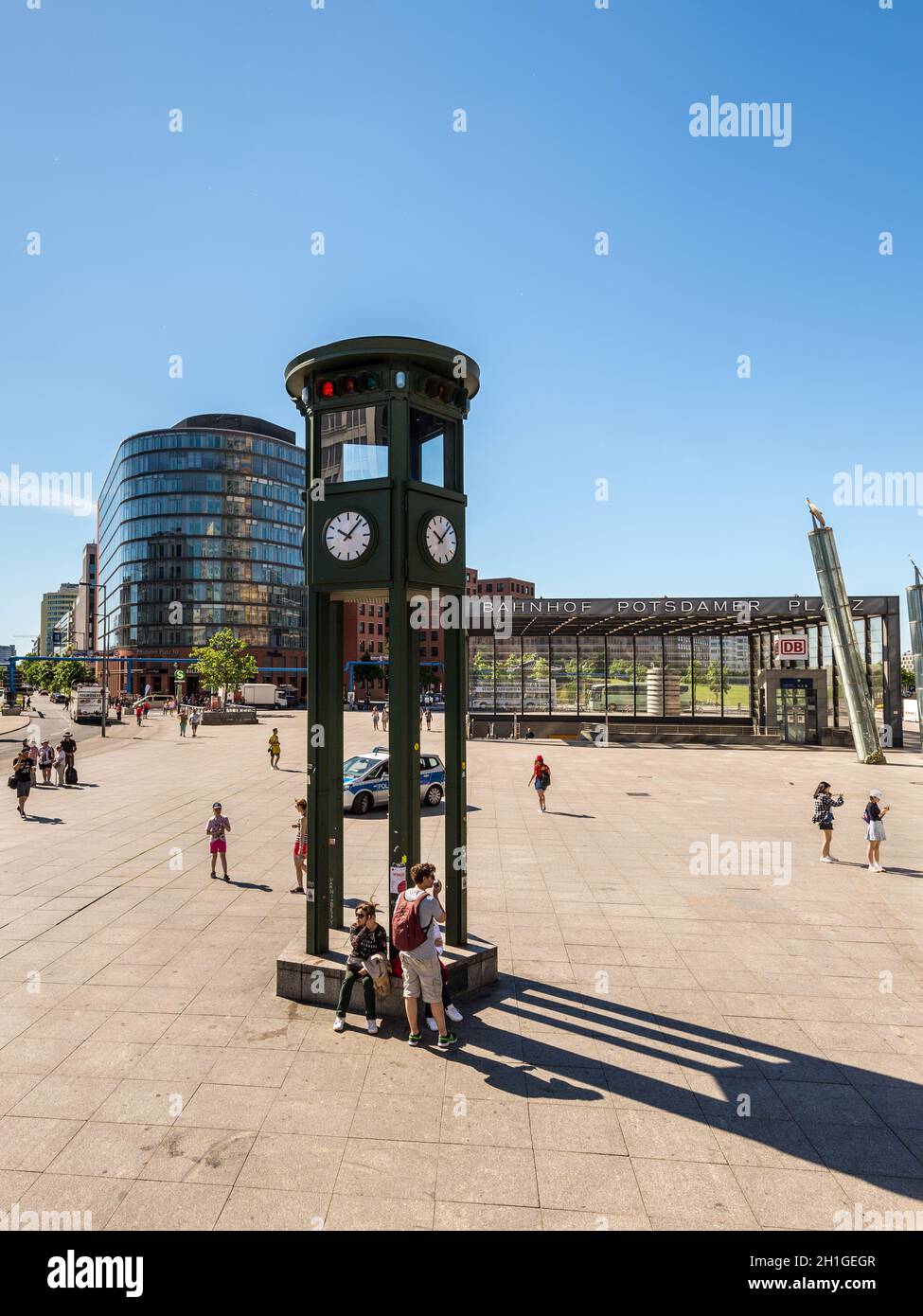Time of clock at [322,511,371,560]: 10:07
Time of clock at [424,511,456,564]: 10:07
